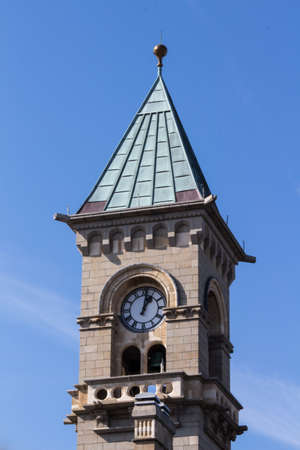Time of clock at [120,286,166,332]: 1:01
